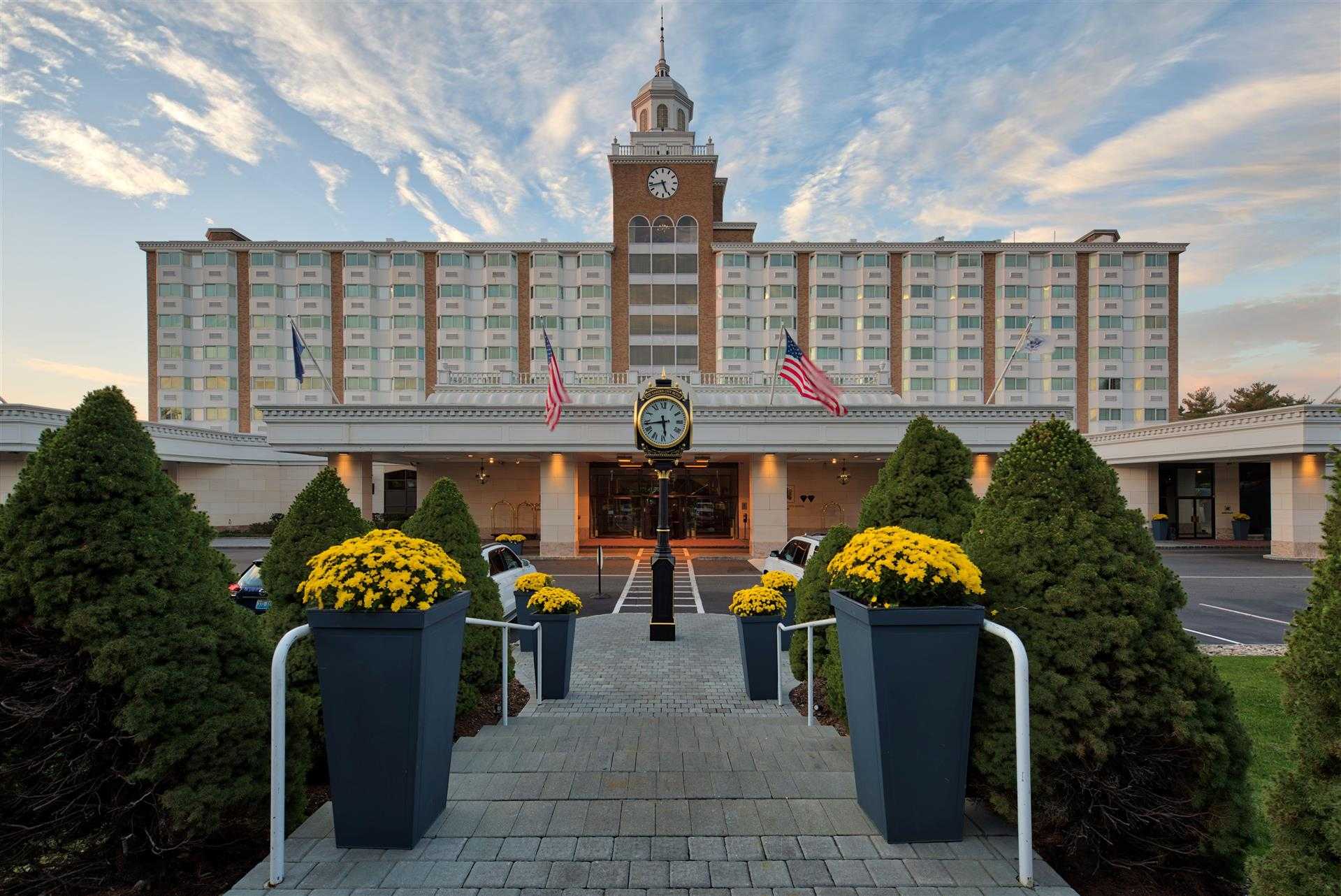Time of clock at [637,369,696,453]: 5:43
